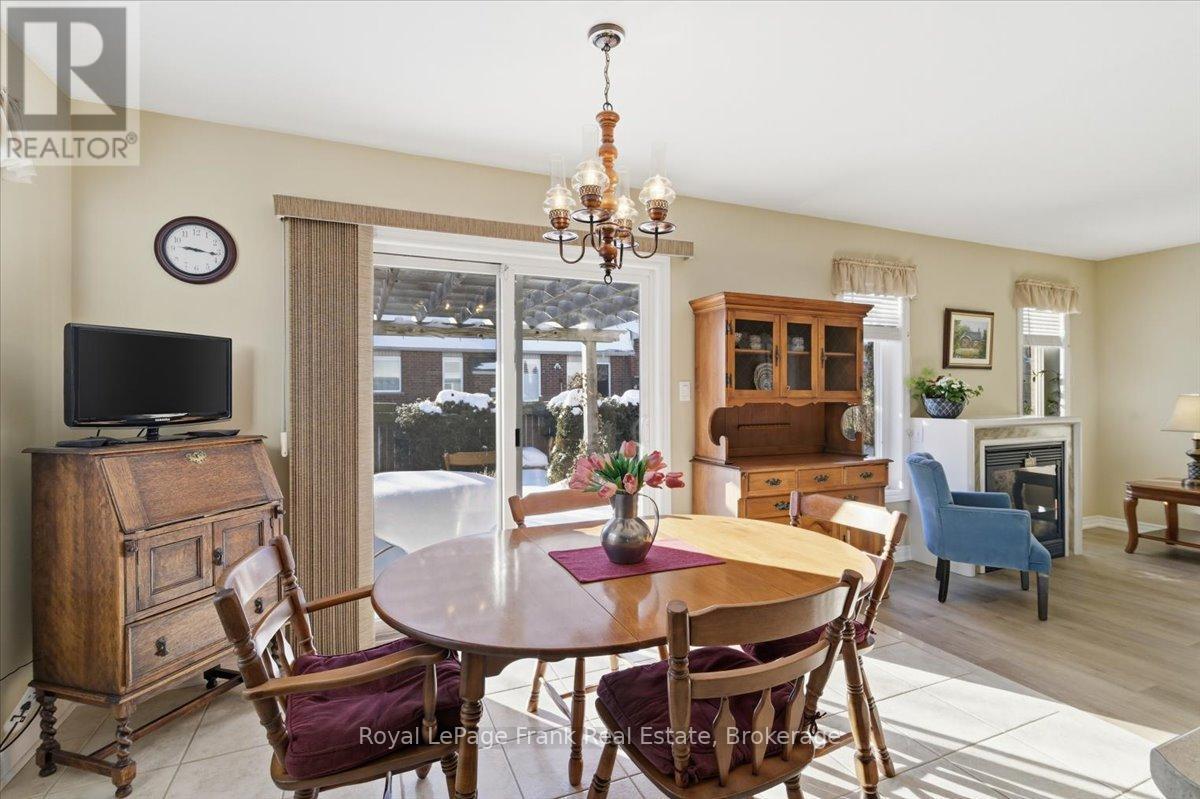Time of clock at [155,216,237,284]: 9:16
